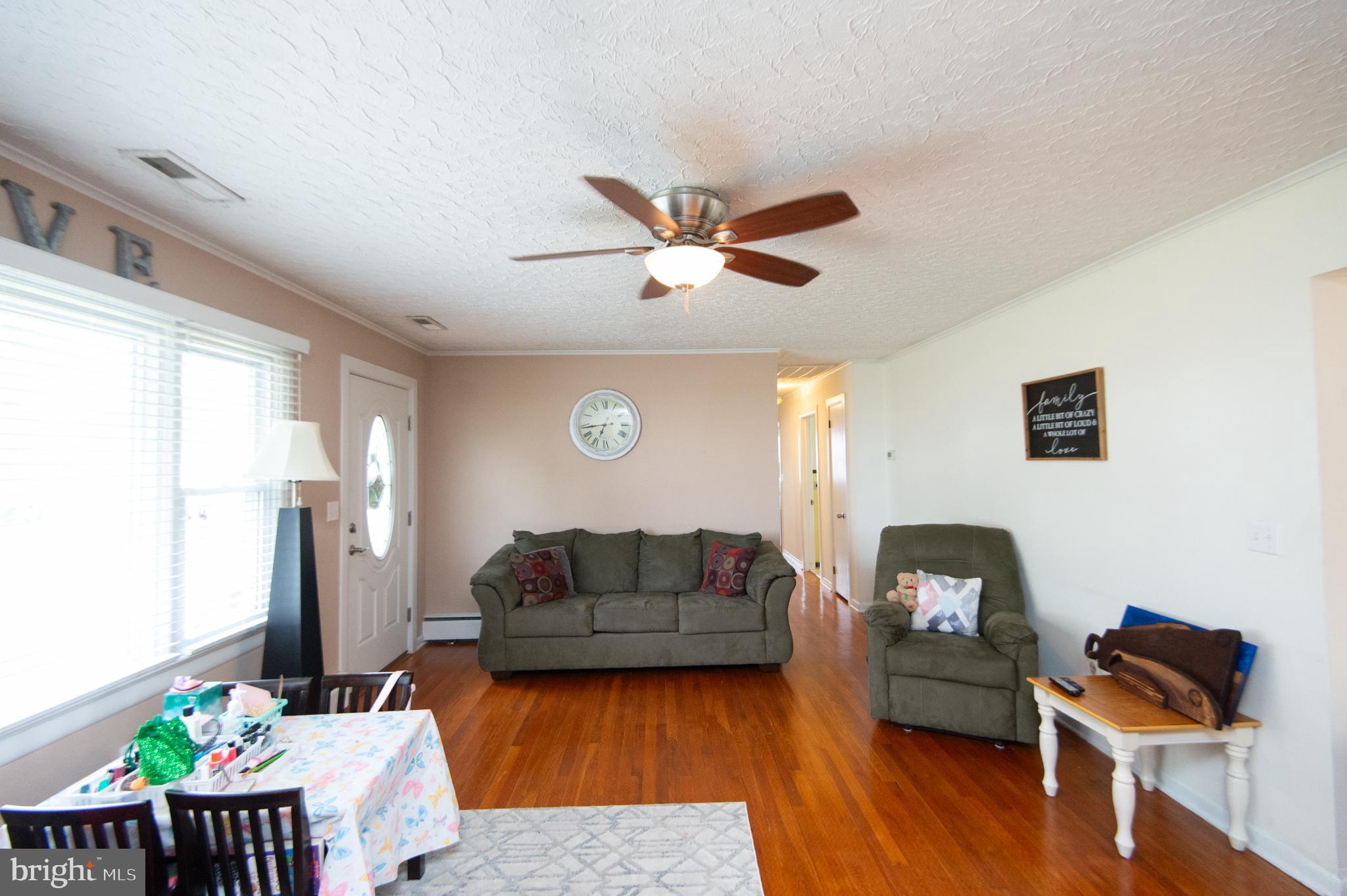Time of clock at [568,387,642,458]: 6:43
